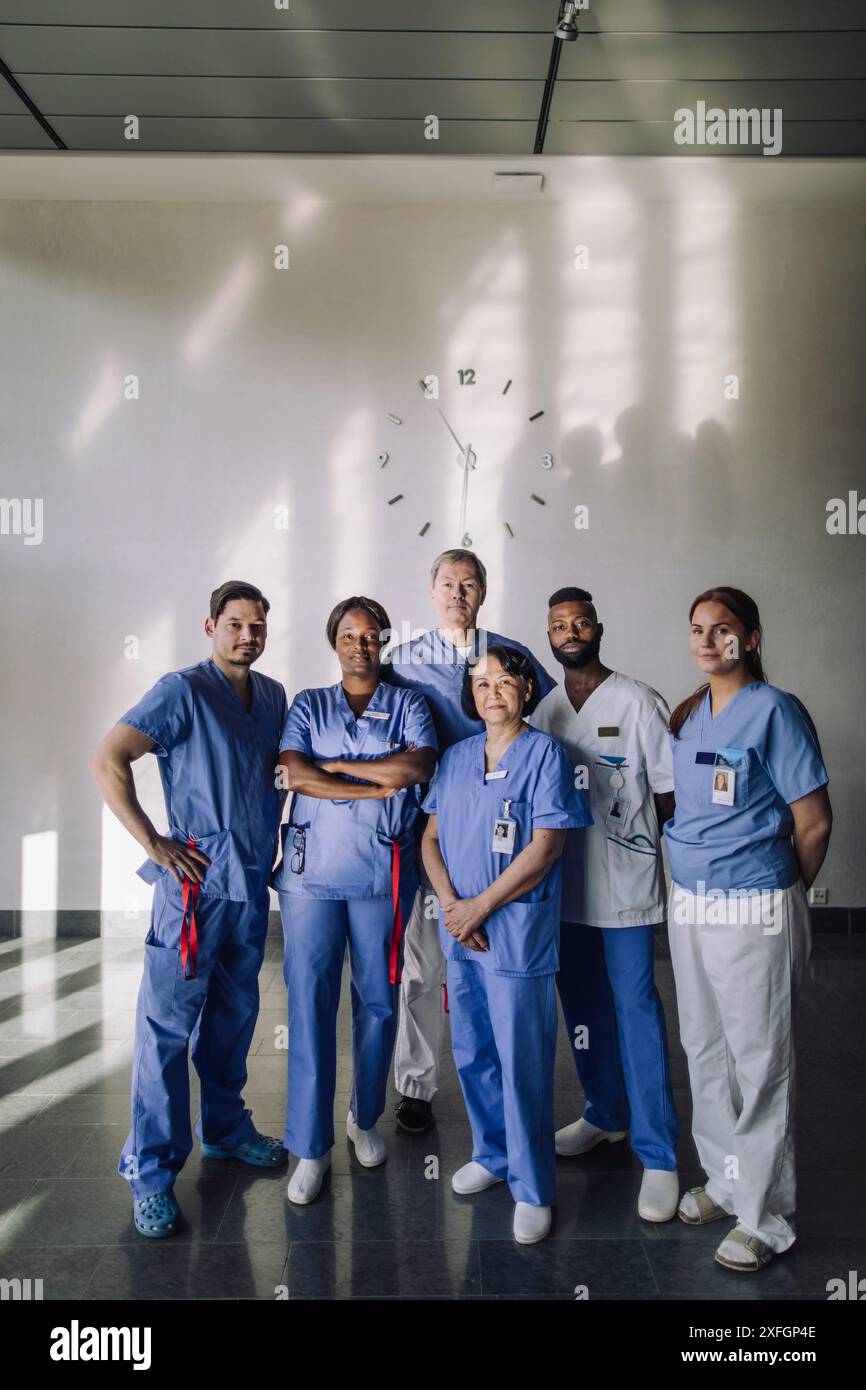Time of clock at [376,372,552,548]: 10:30
